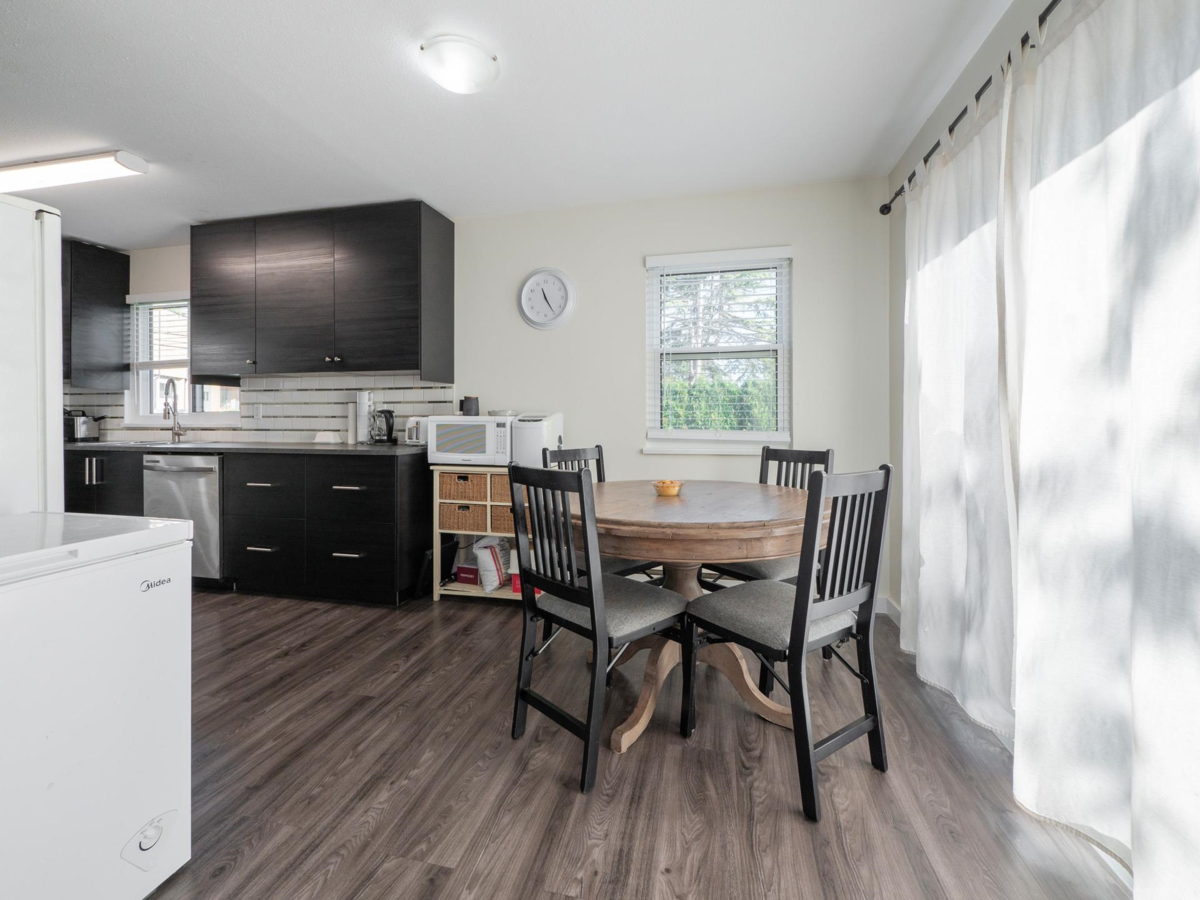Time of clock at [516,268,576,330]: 11:24
